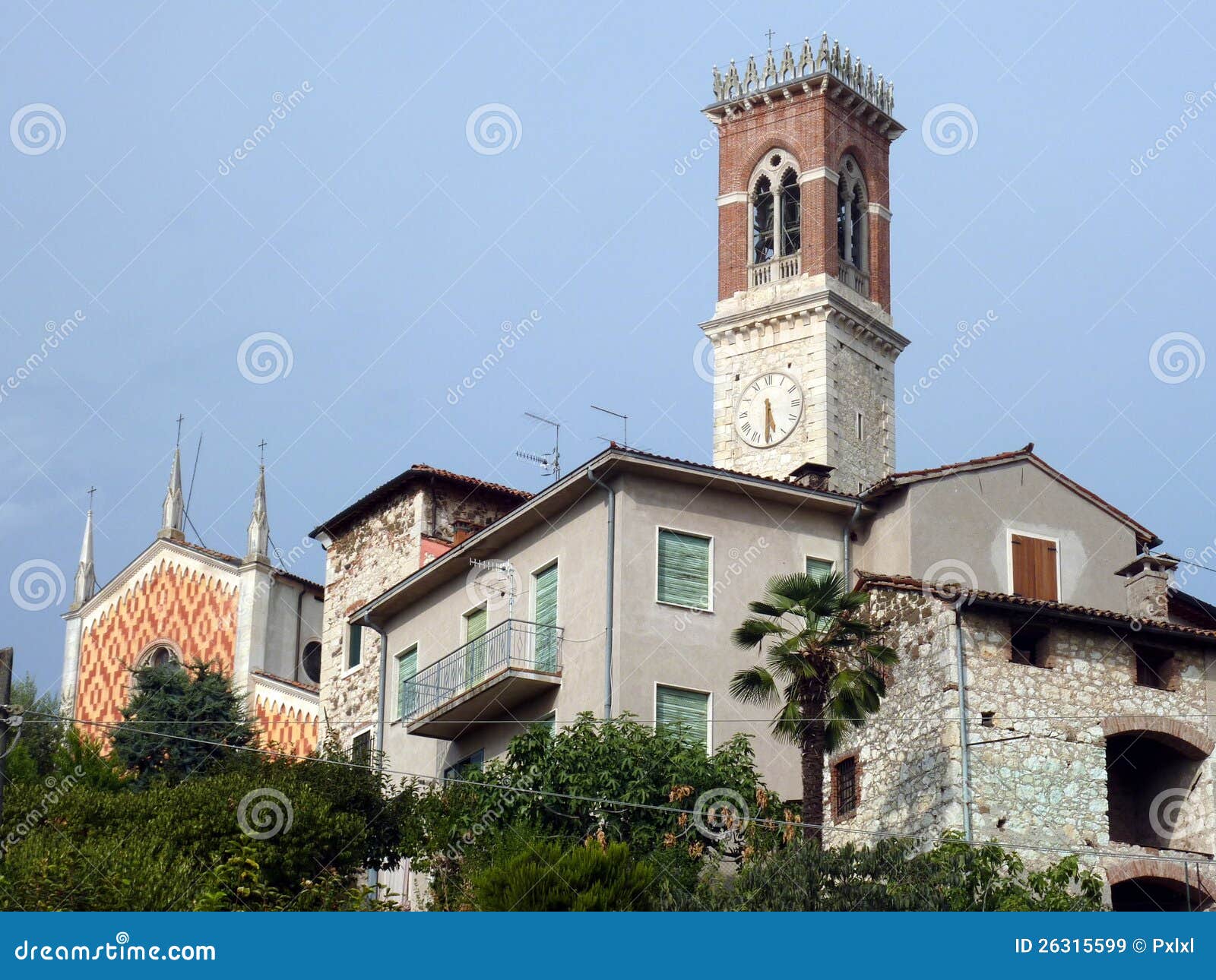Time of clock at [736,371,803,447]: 5:30
